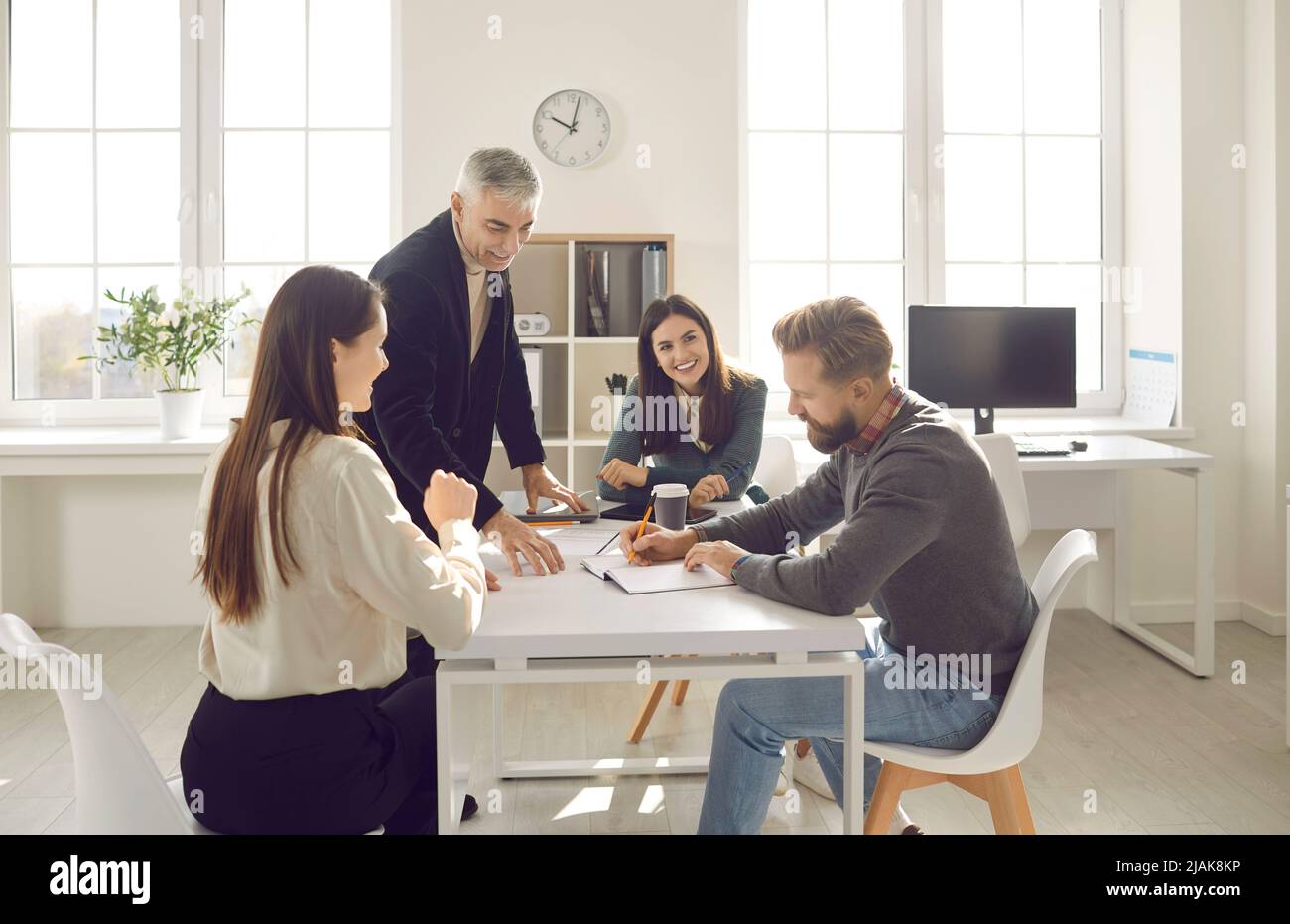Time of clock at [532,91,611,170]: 10:02
